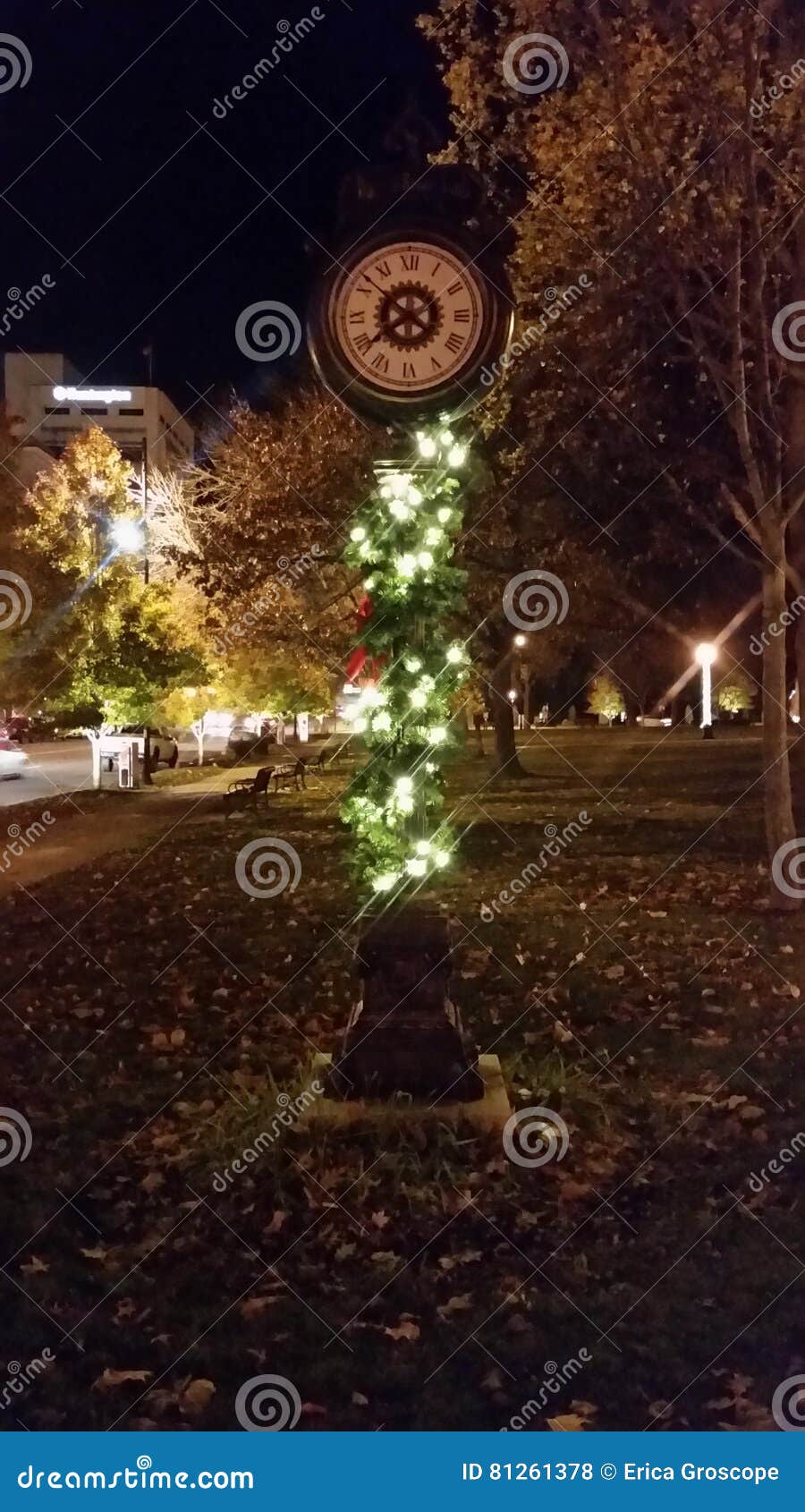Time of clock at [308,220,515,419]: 7:51
